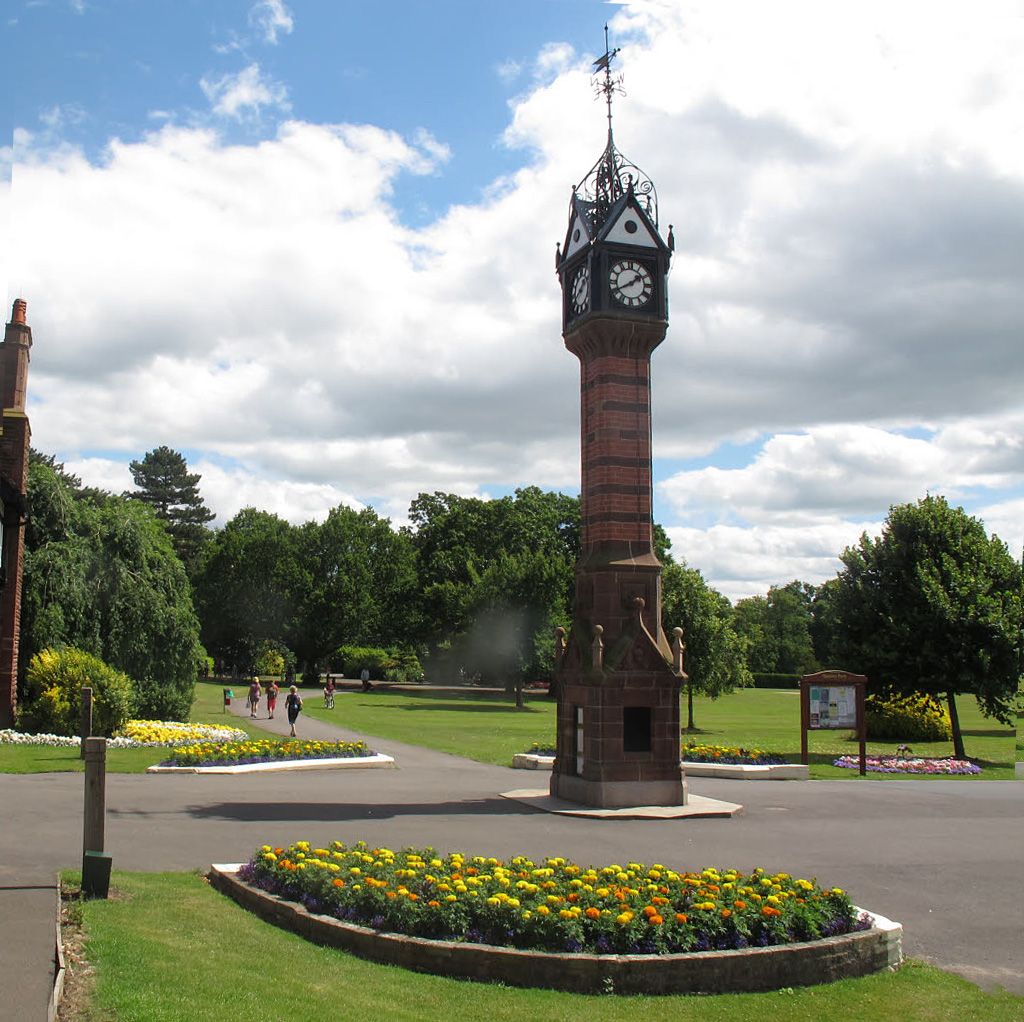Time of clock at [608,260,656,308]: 1:40
